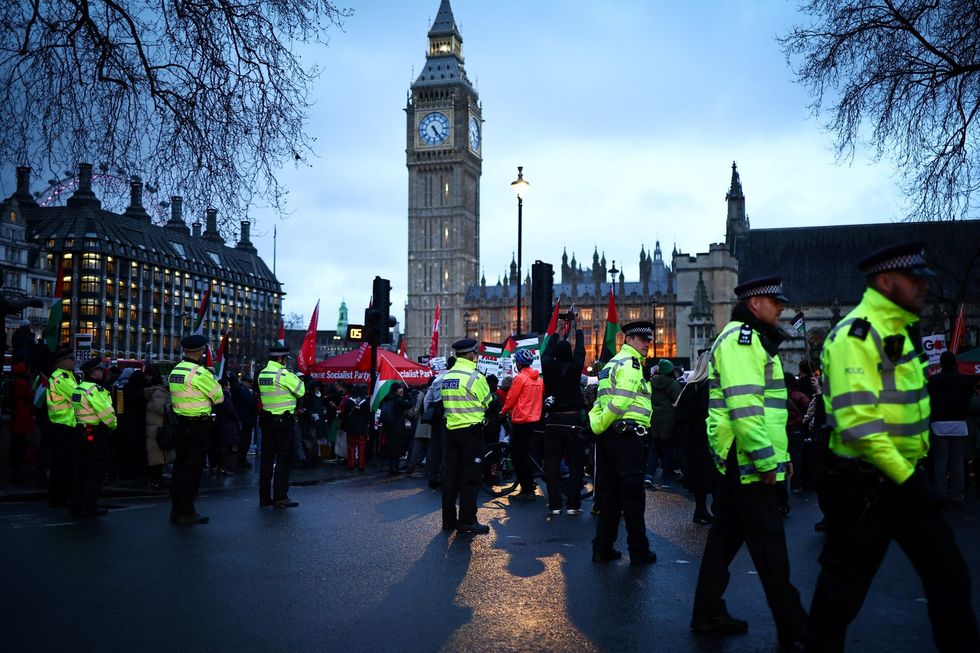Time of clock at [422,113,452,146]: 5:23
